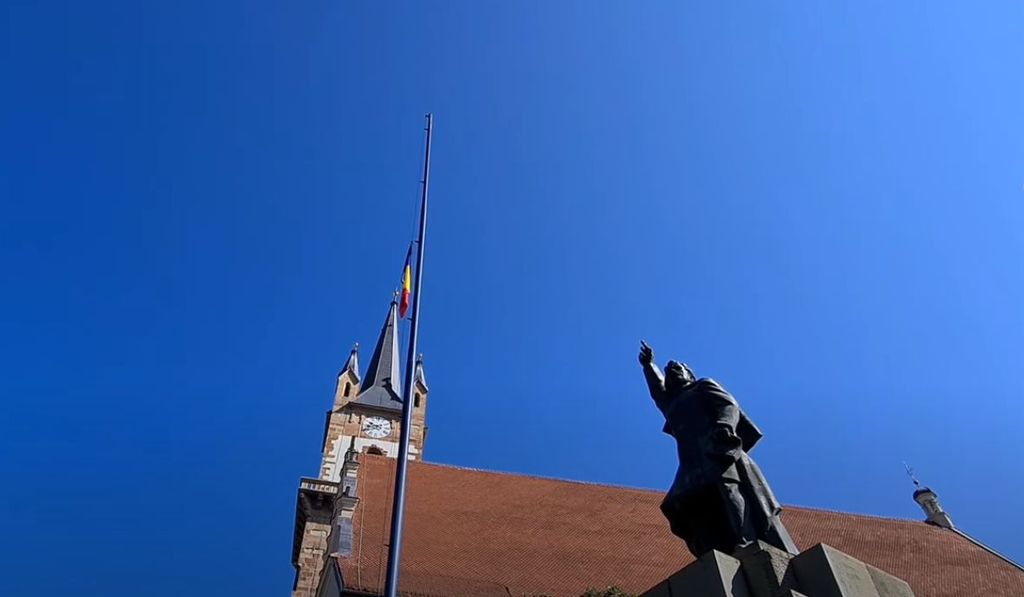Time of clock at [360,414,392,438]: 9:42
